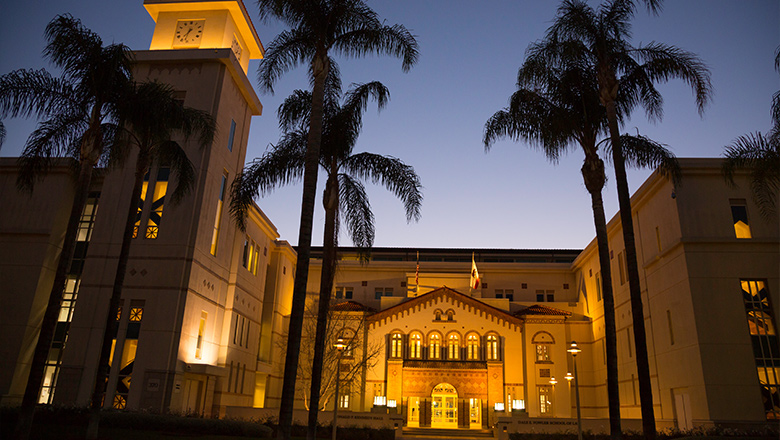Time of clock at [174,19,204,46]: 7:32
